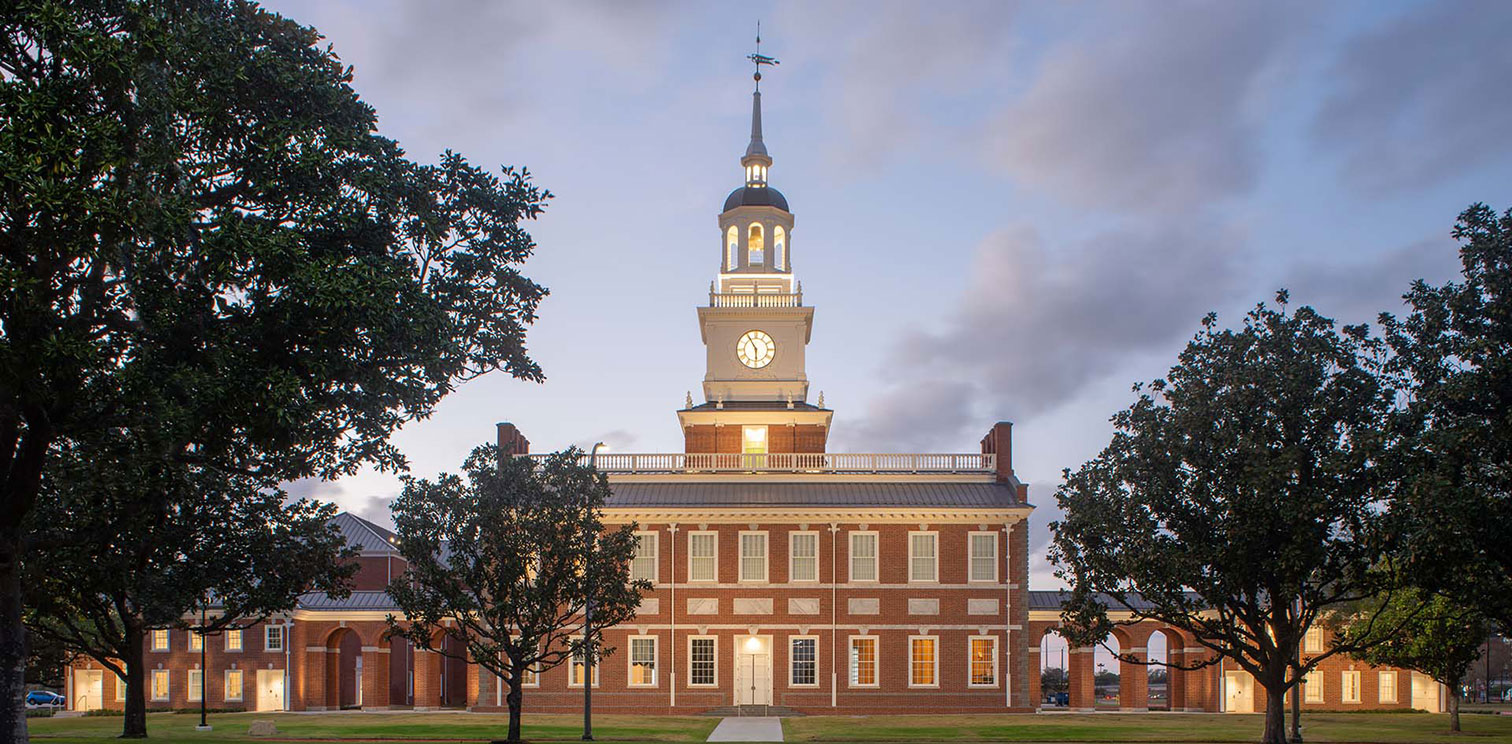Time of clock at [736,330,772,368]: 5:55
